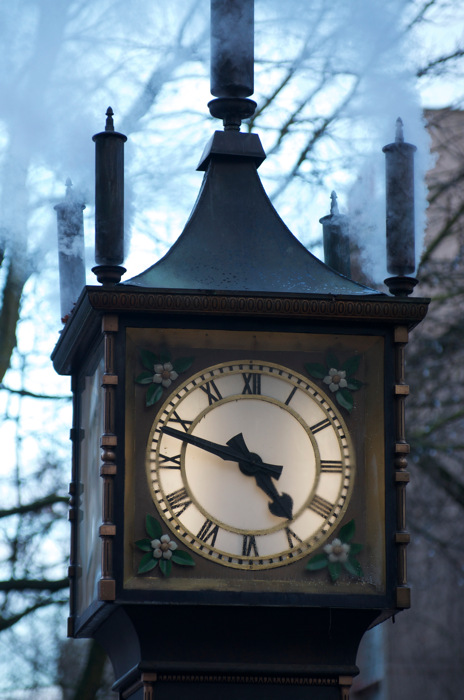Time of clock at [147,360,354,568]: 4:48
